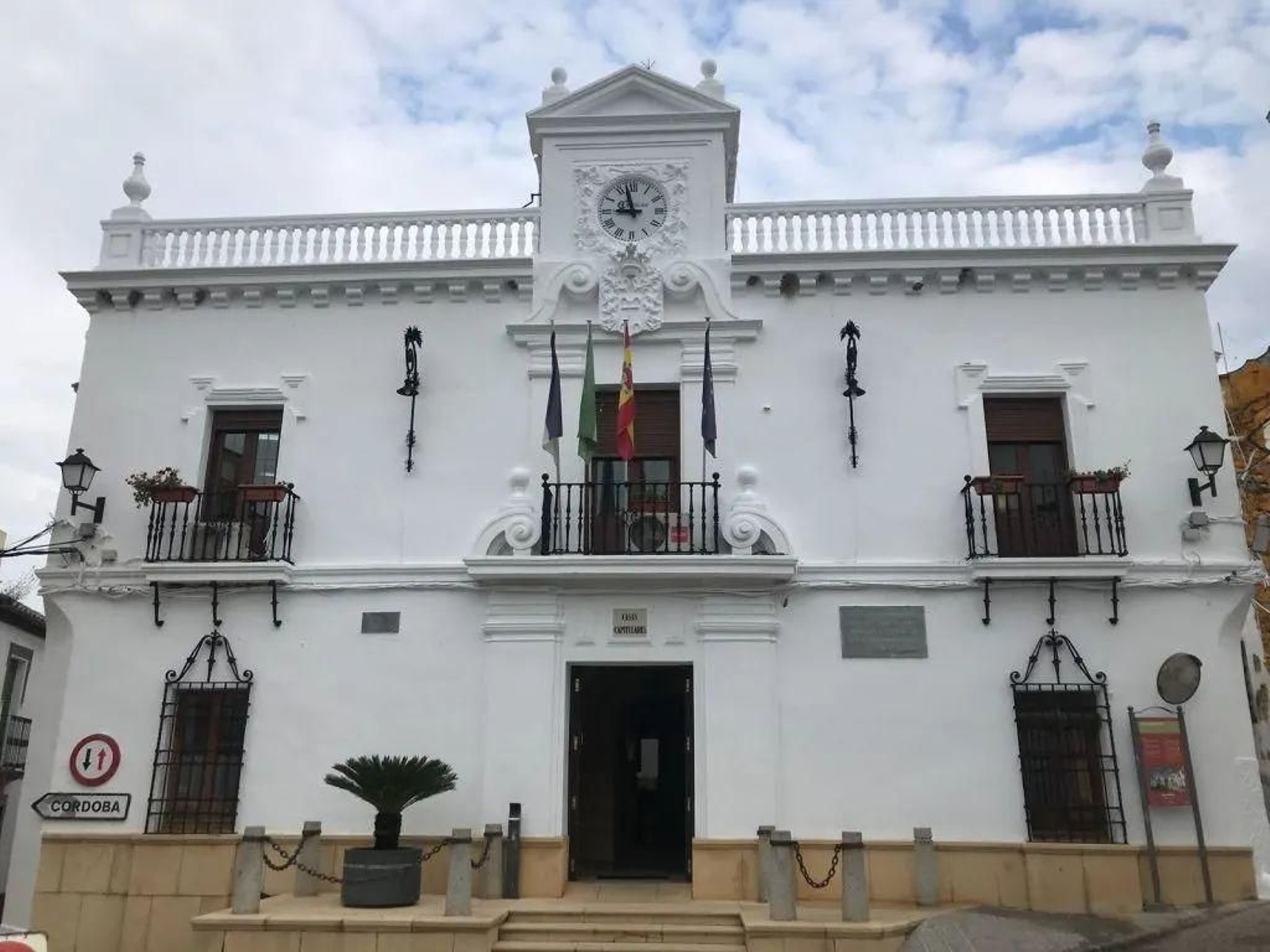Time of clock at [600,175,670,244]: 8:57
